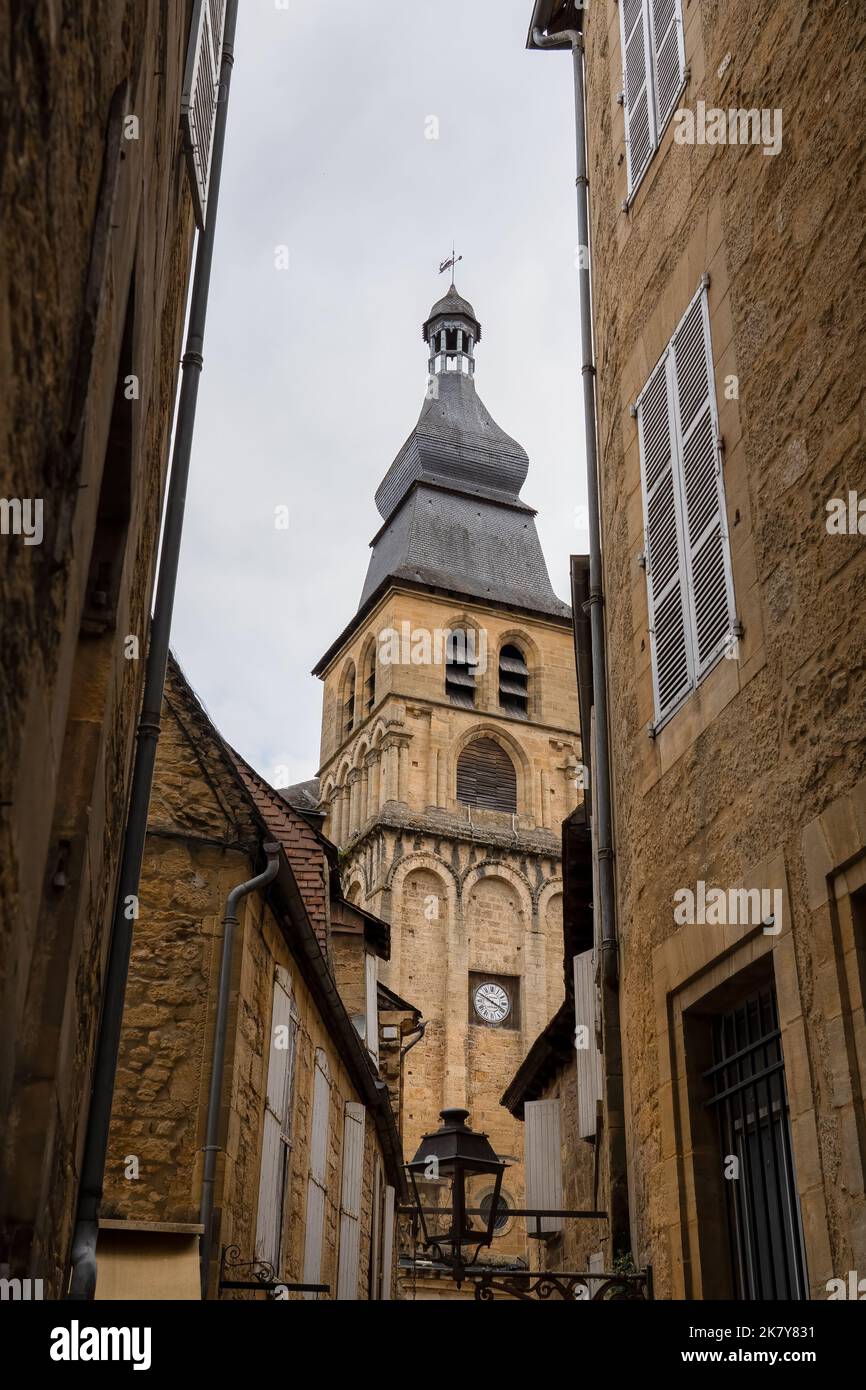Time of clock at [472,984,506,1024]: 3:49
